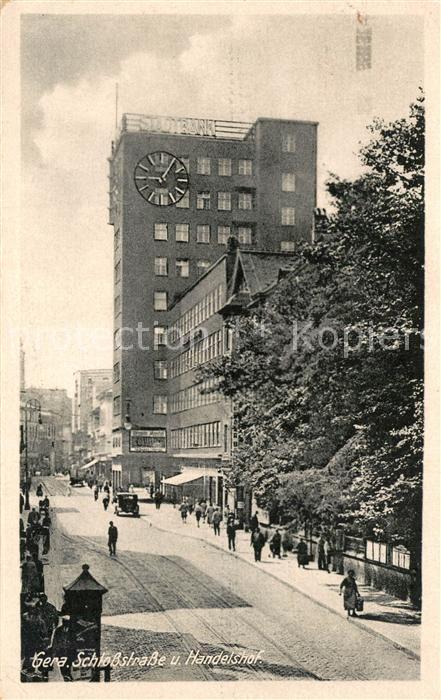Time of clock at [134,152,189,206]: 9:05
